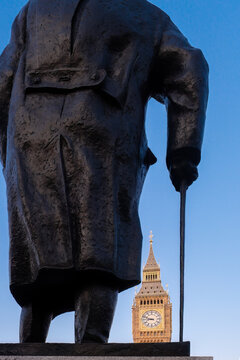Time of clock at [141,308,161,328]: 8:48
